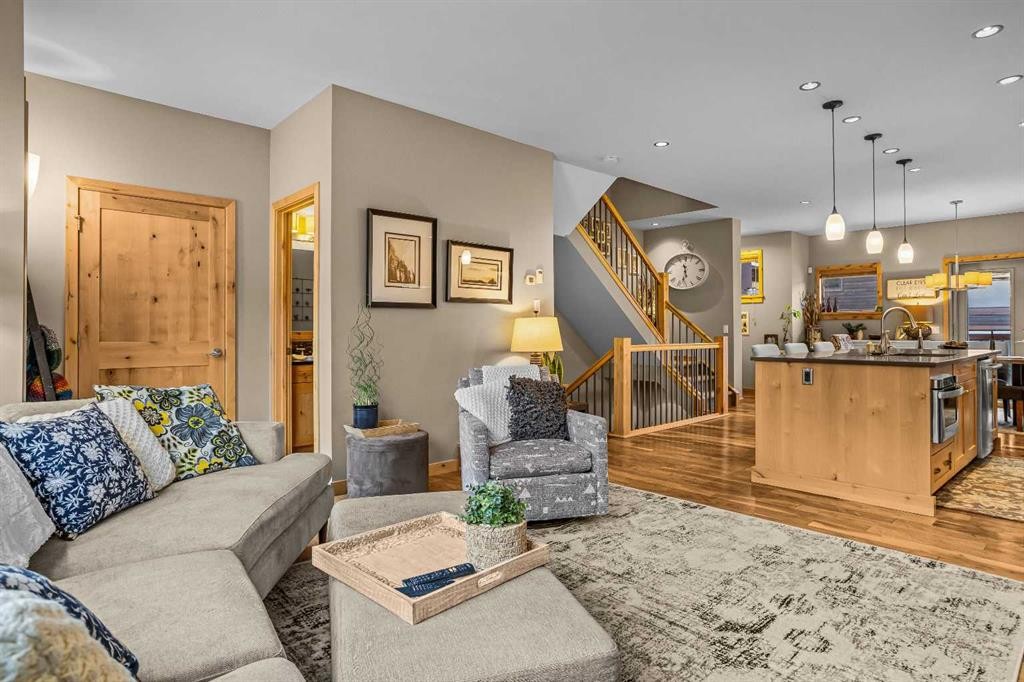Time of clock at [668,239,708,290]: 11:32
